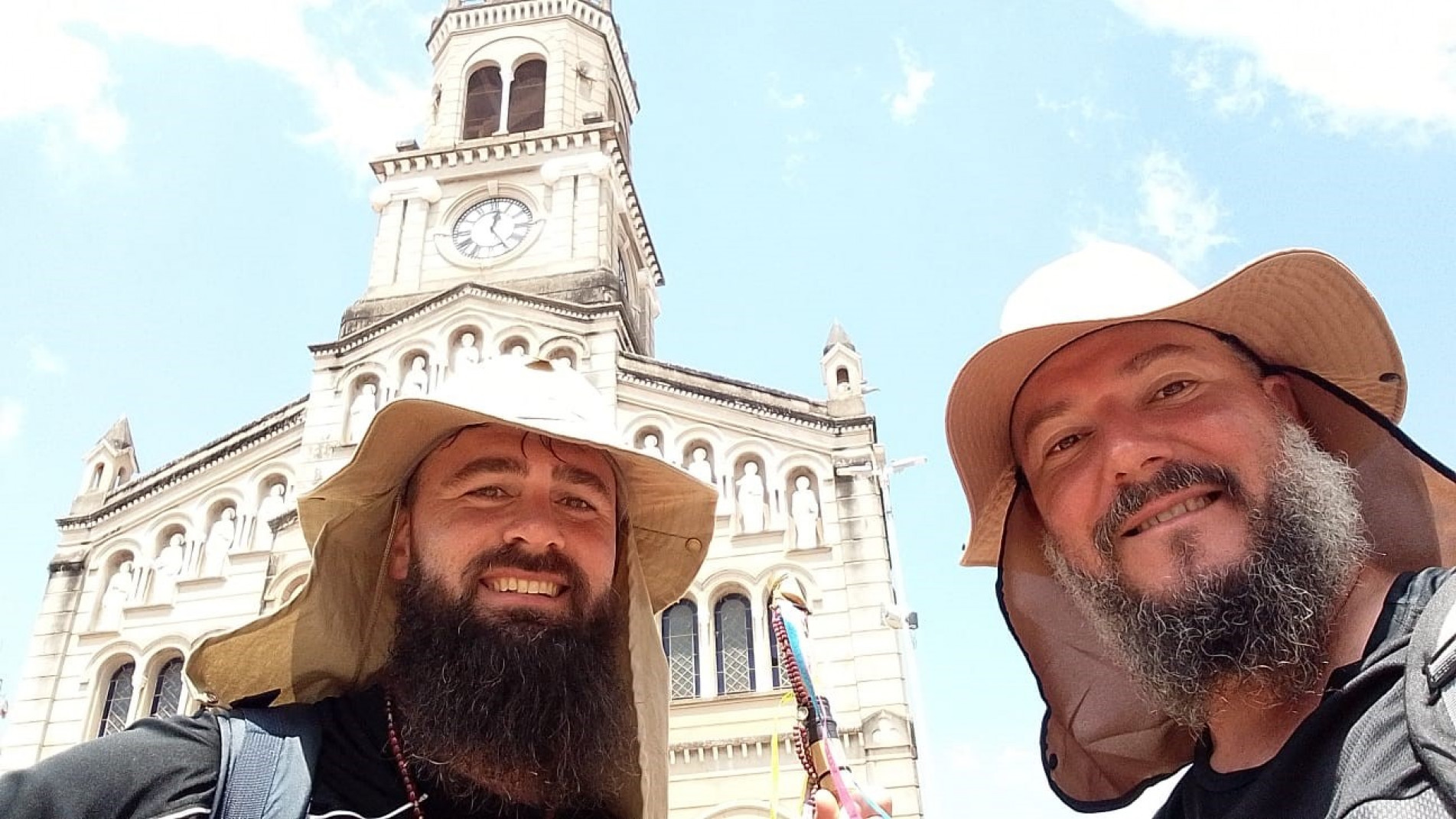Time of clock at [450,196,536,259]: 12:24
